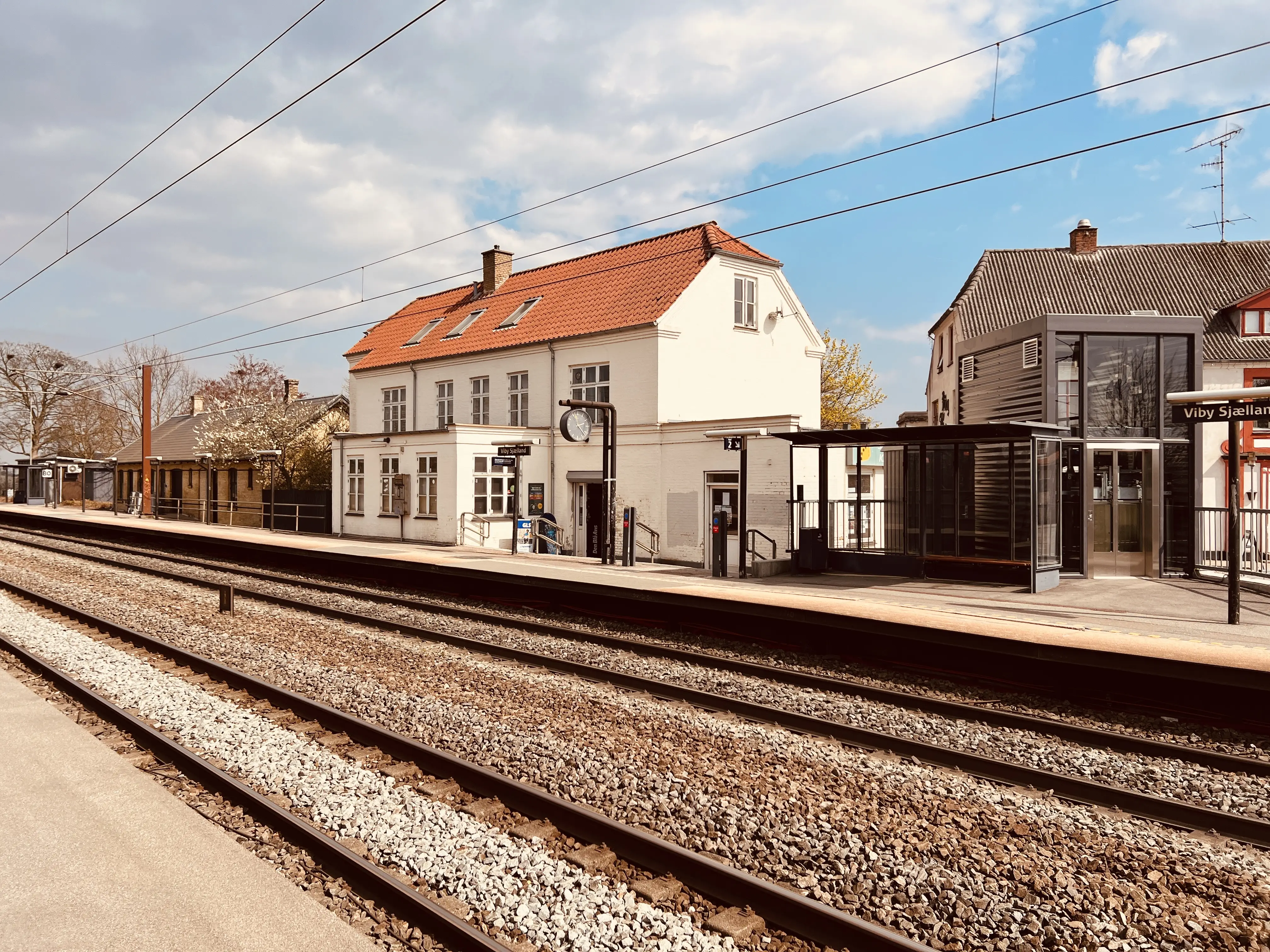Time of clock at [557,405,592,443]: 2:22
